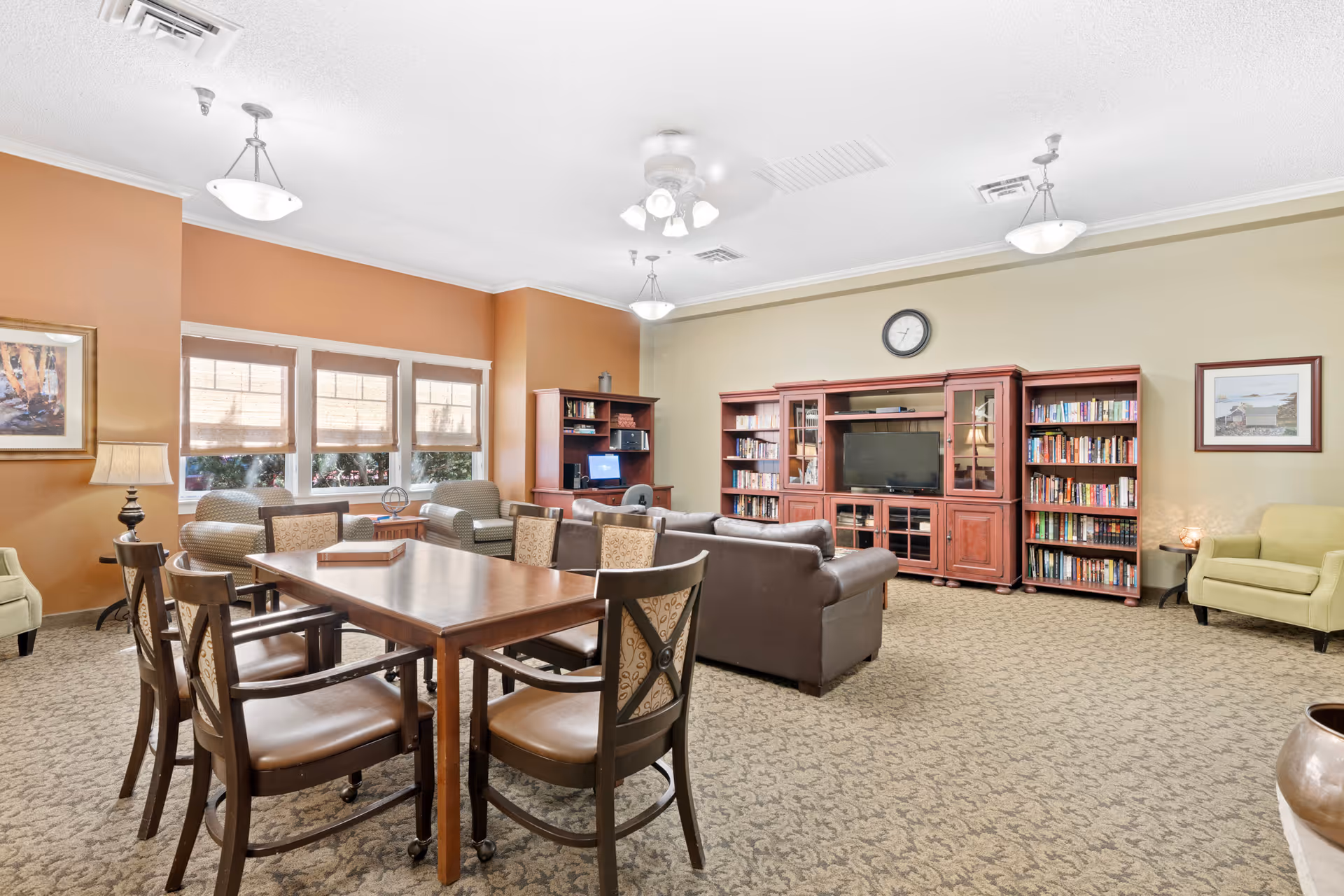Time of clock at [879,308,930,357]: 9:34
